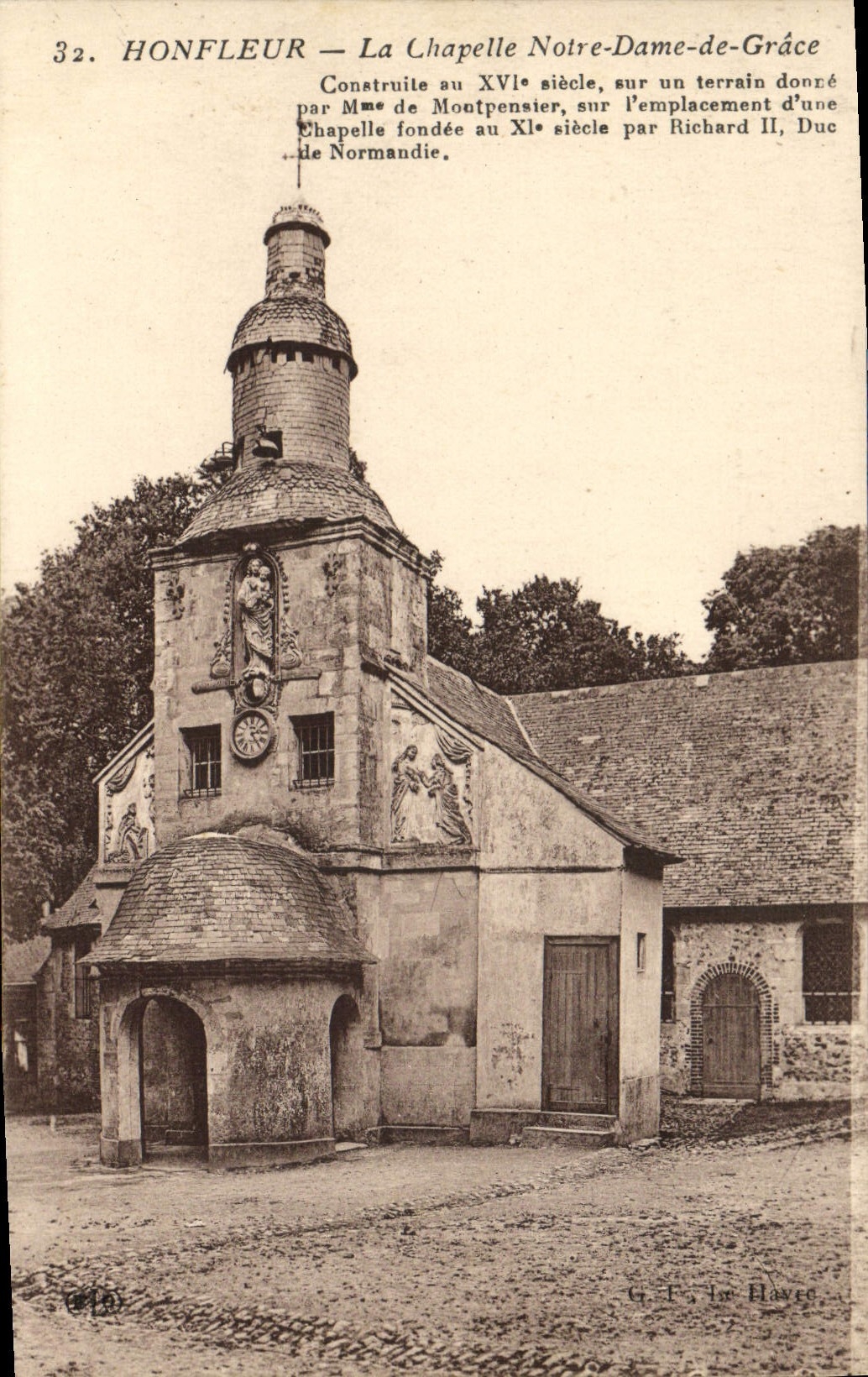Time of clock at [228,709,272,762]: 2:24
